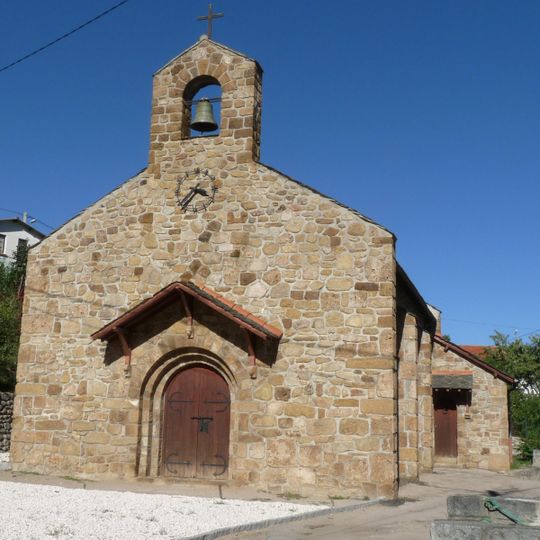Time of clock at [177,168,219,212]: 3:37
